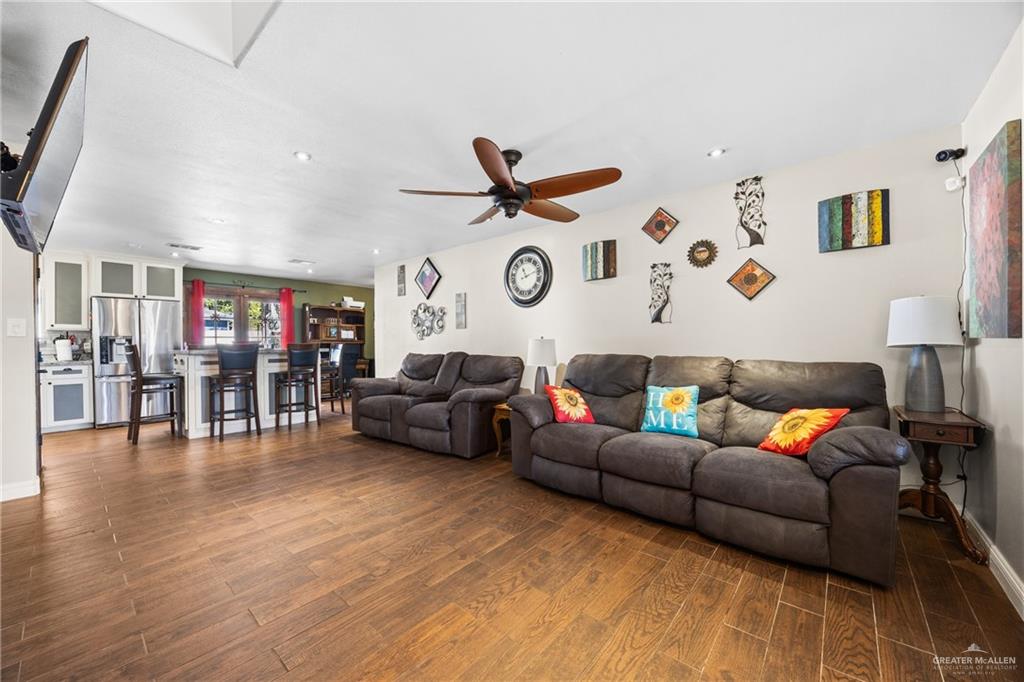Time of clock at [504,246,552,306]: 11:11
